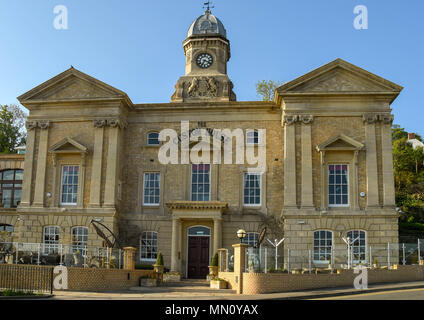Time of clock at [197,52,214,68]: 7:18
